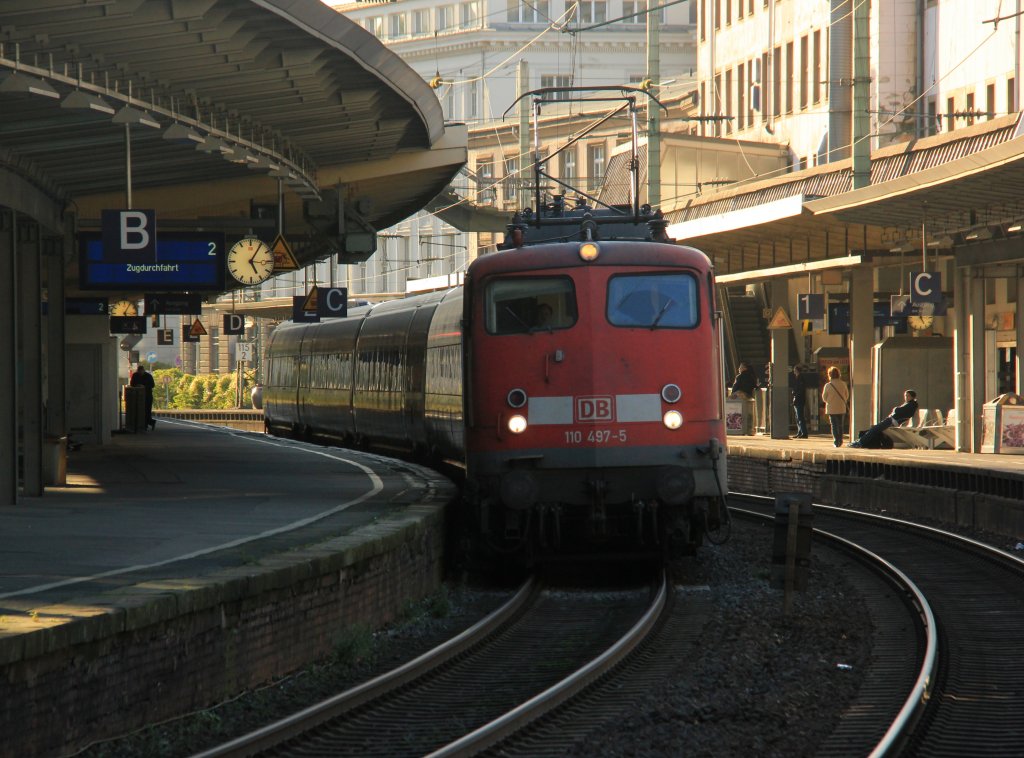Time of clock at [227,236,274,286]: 5:05
